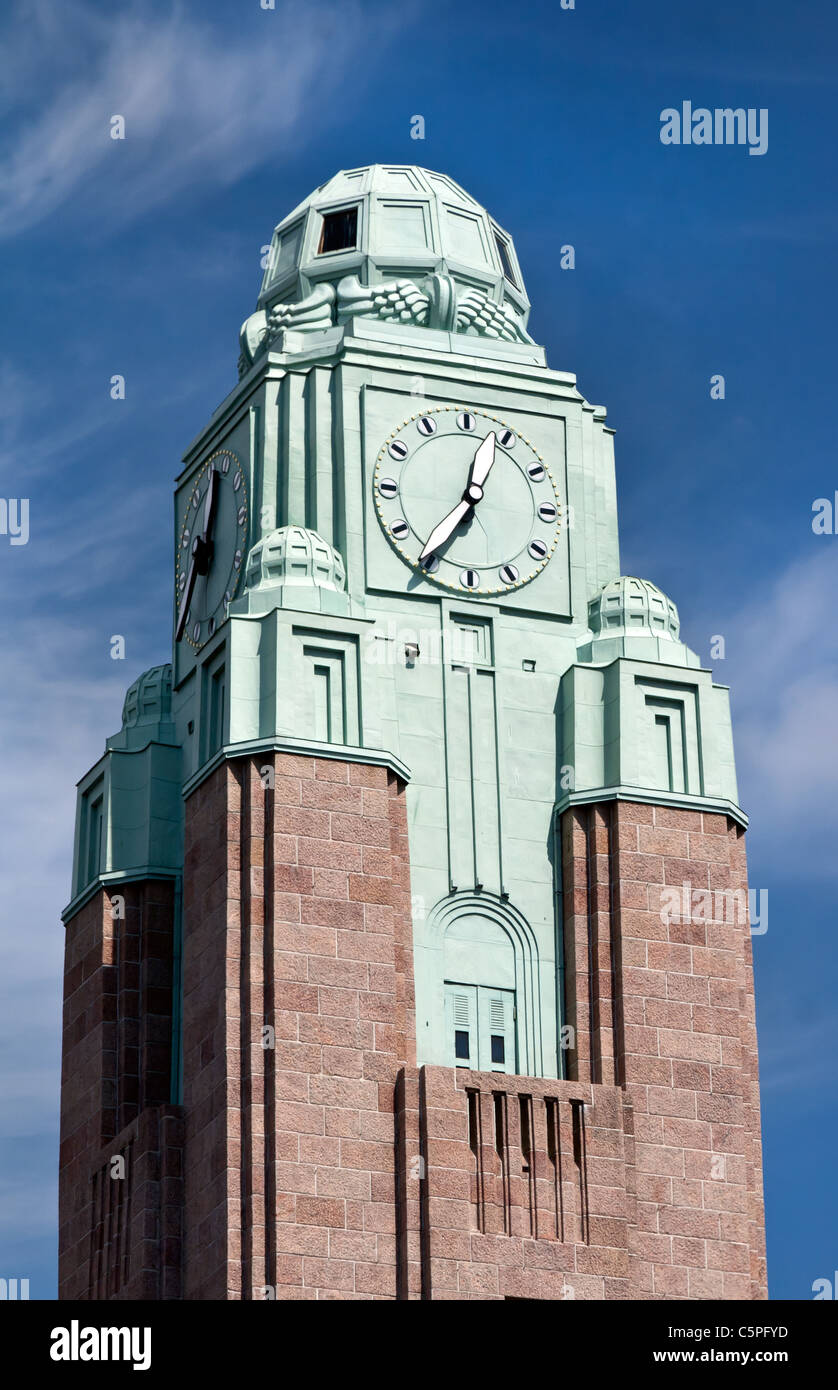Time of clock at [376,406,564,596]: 12:35
